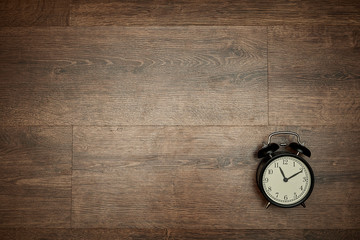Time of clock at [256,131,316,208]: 11:10
